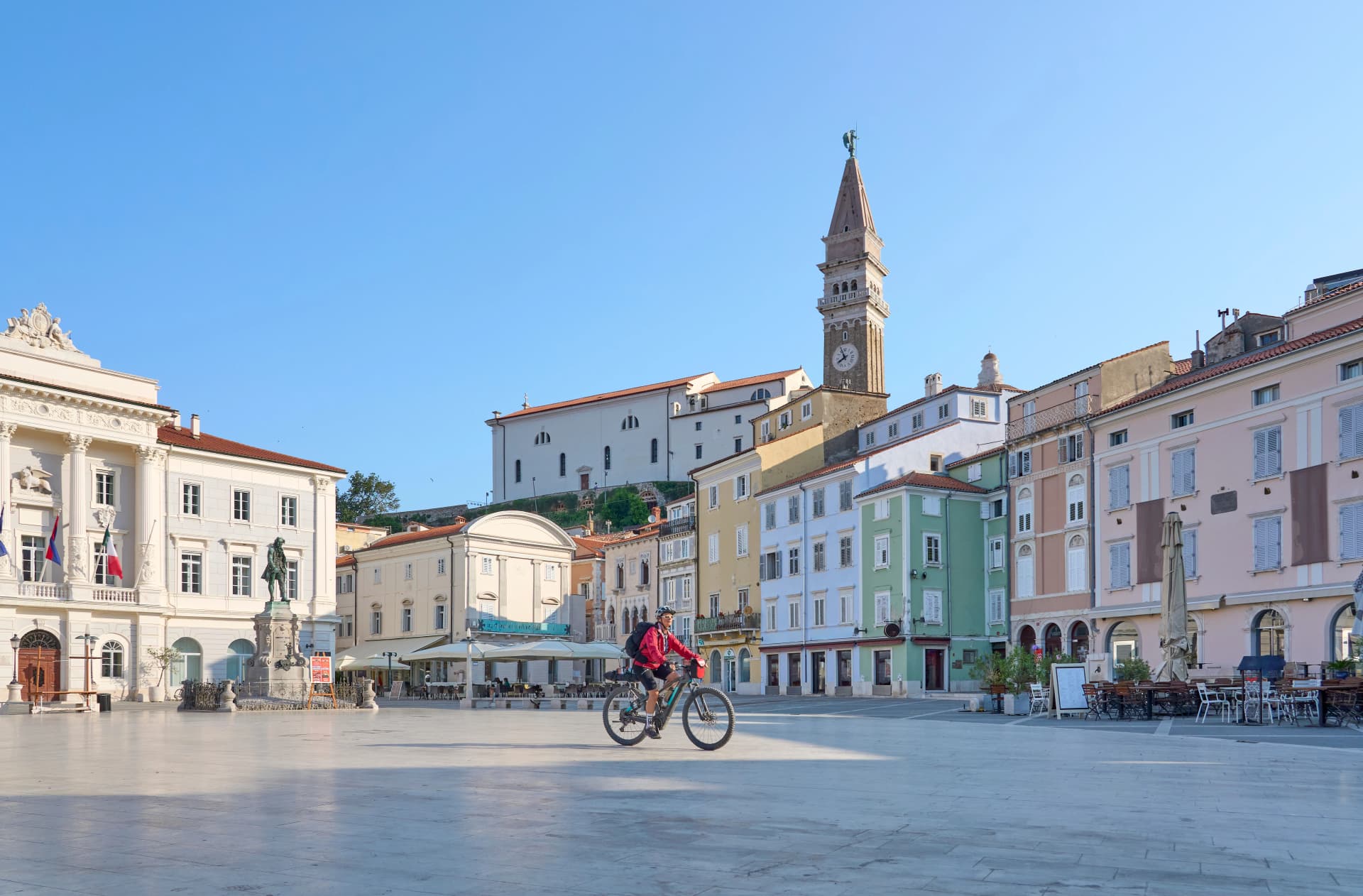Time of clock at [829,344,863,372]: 7:55
